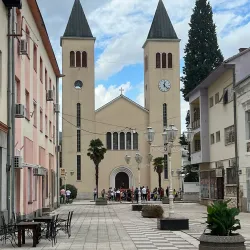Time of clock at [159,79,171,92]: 12:22
